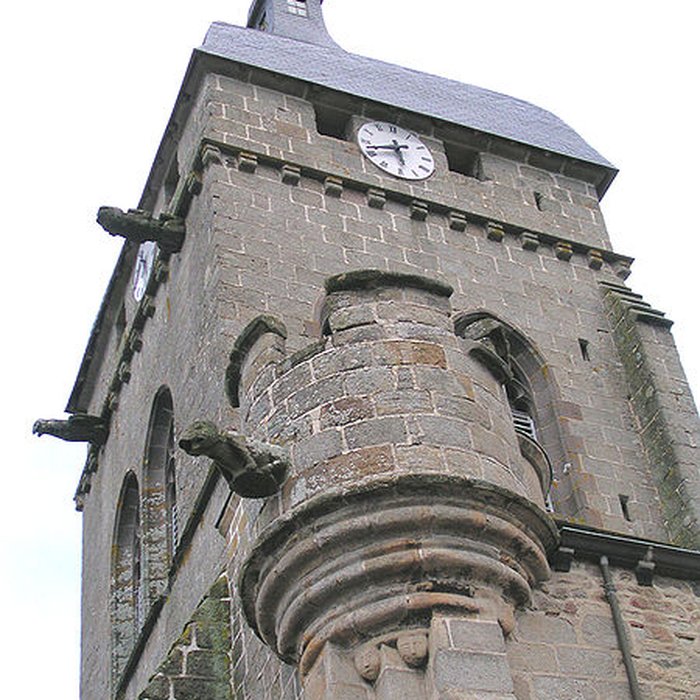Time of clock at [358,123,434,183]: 5:42
